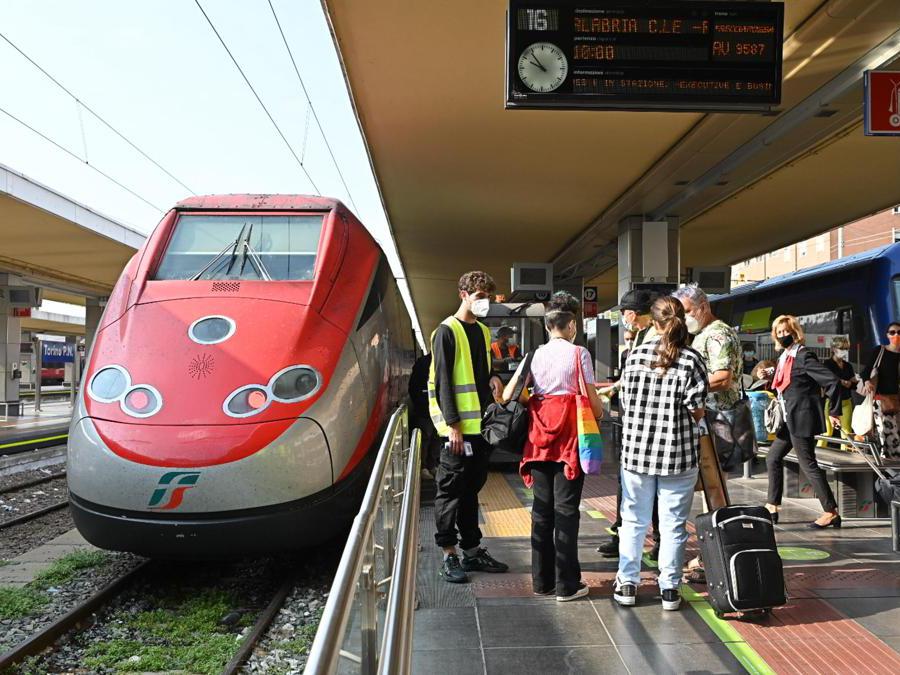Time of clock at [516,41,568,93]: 9:53
